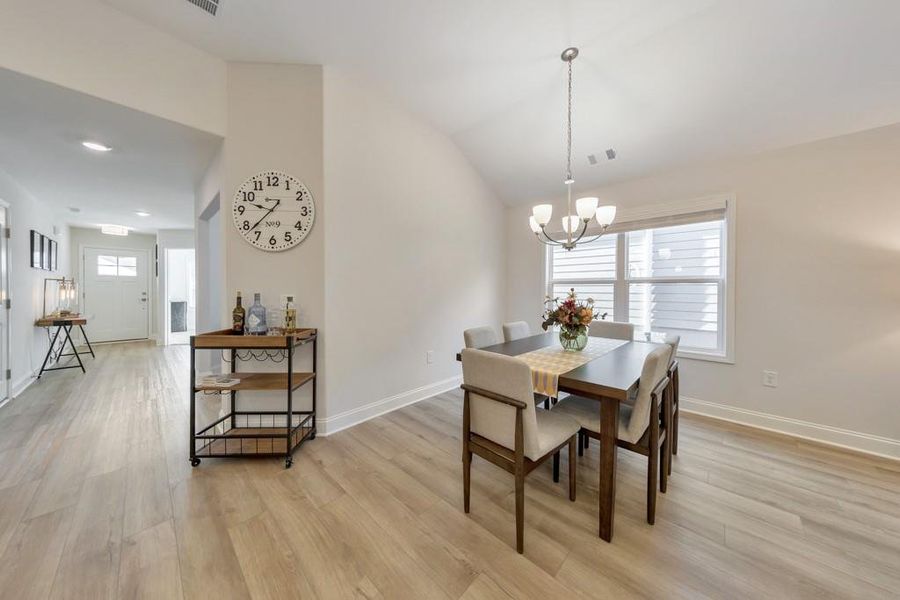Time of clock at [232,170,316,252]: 9:37
